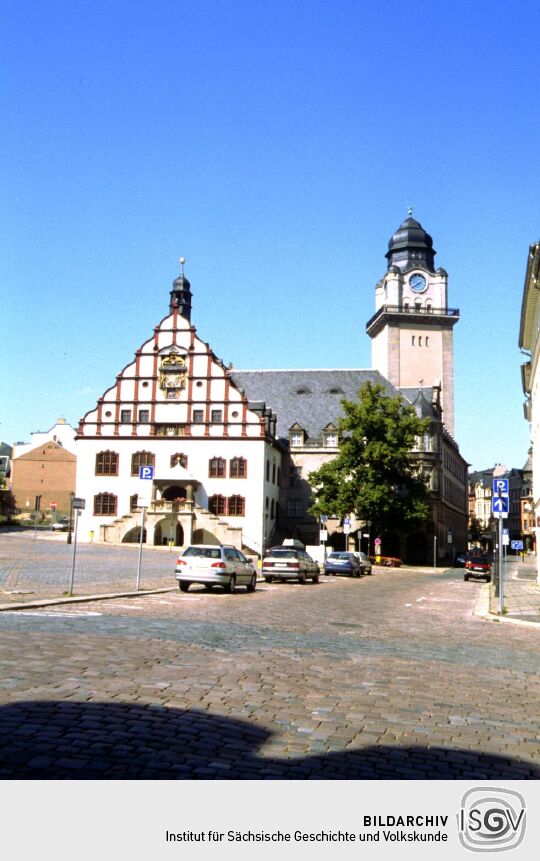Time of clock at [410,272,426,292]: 7:39
